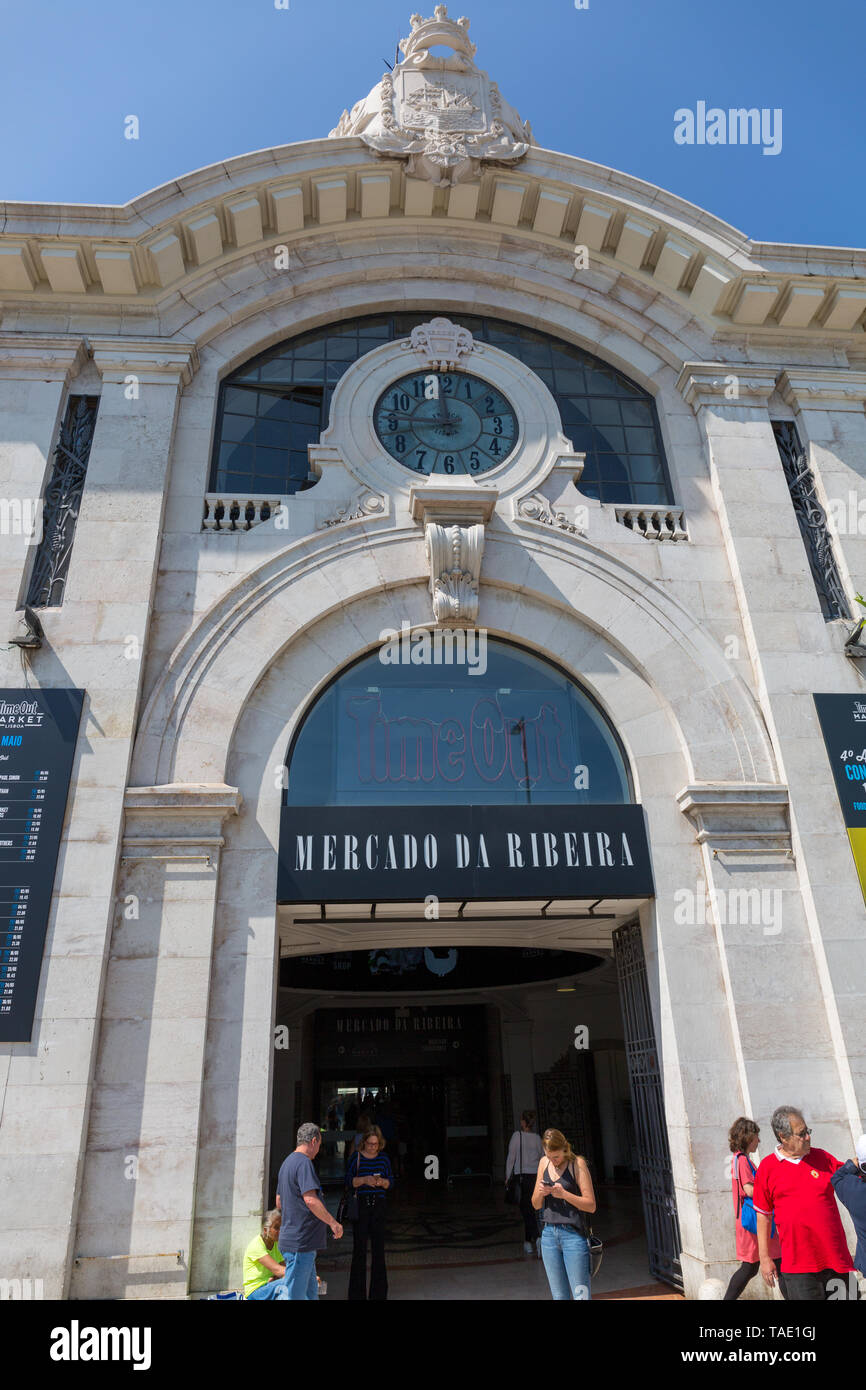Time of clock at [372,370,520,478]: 11:46
